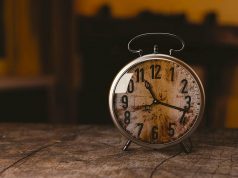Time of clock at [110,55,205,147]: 11:17
